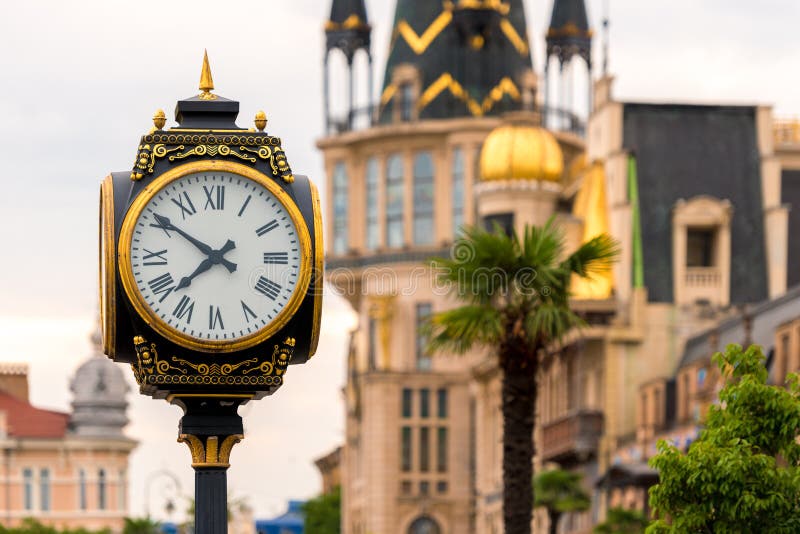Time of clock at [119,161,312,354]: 7:50
